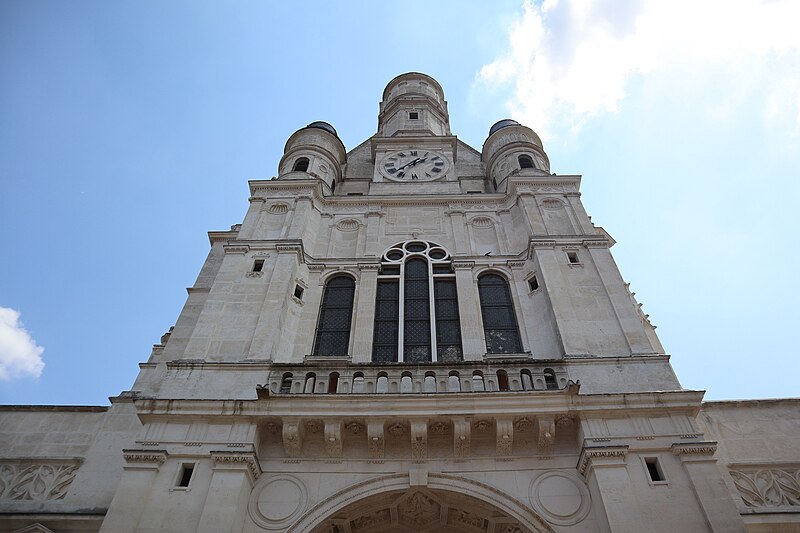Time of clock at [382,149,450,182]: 1:37
